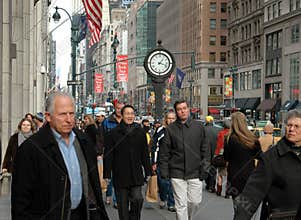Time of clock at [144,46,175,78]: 1:18
